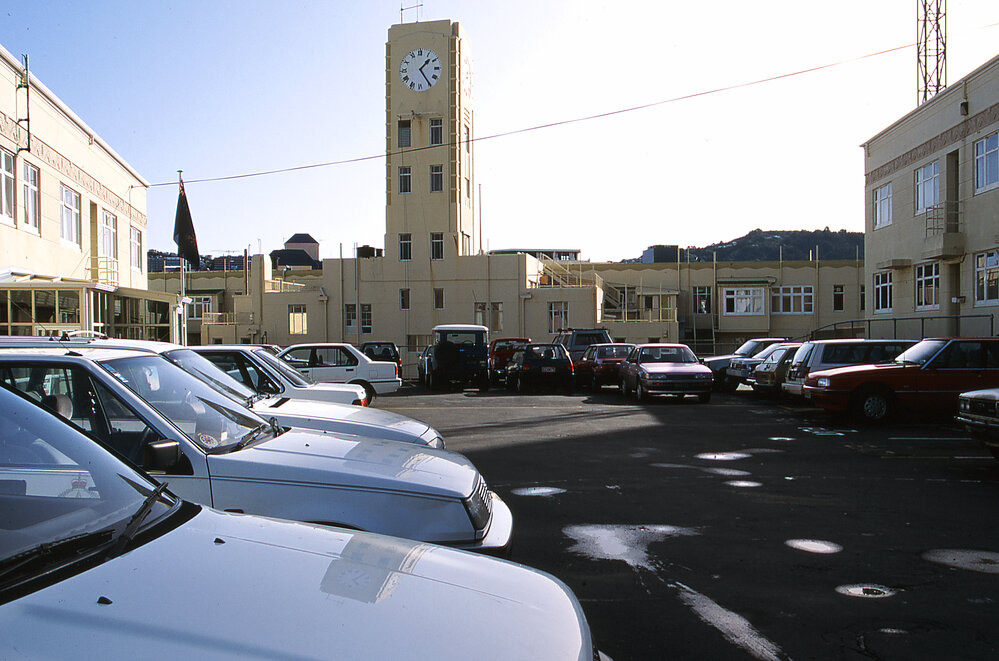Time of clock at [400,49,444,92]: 1:24
